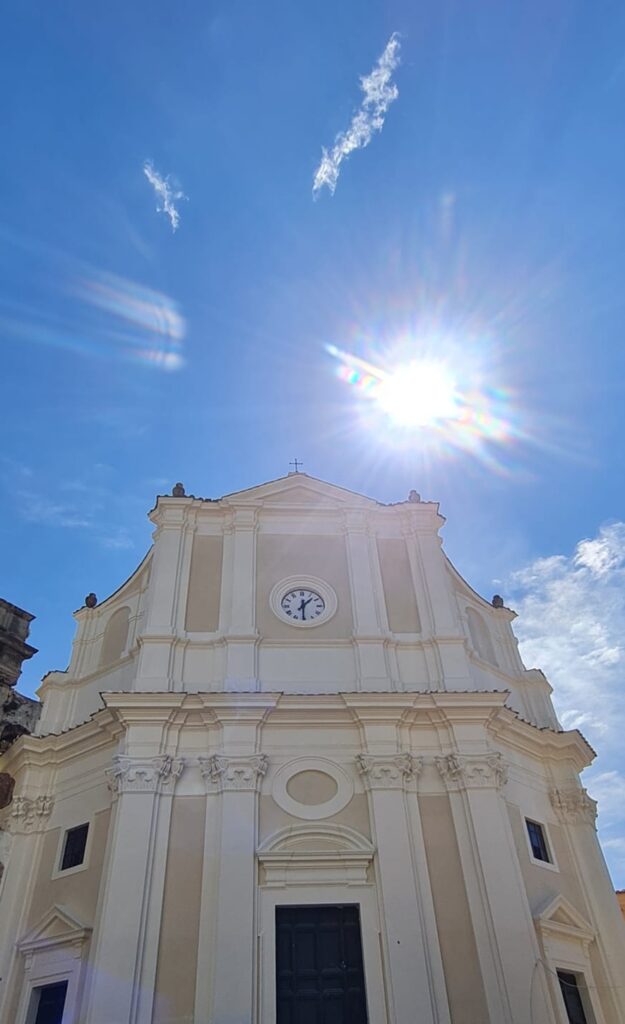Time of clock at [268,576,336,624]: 1:30
